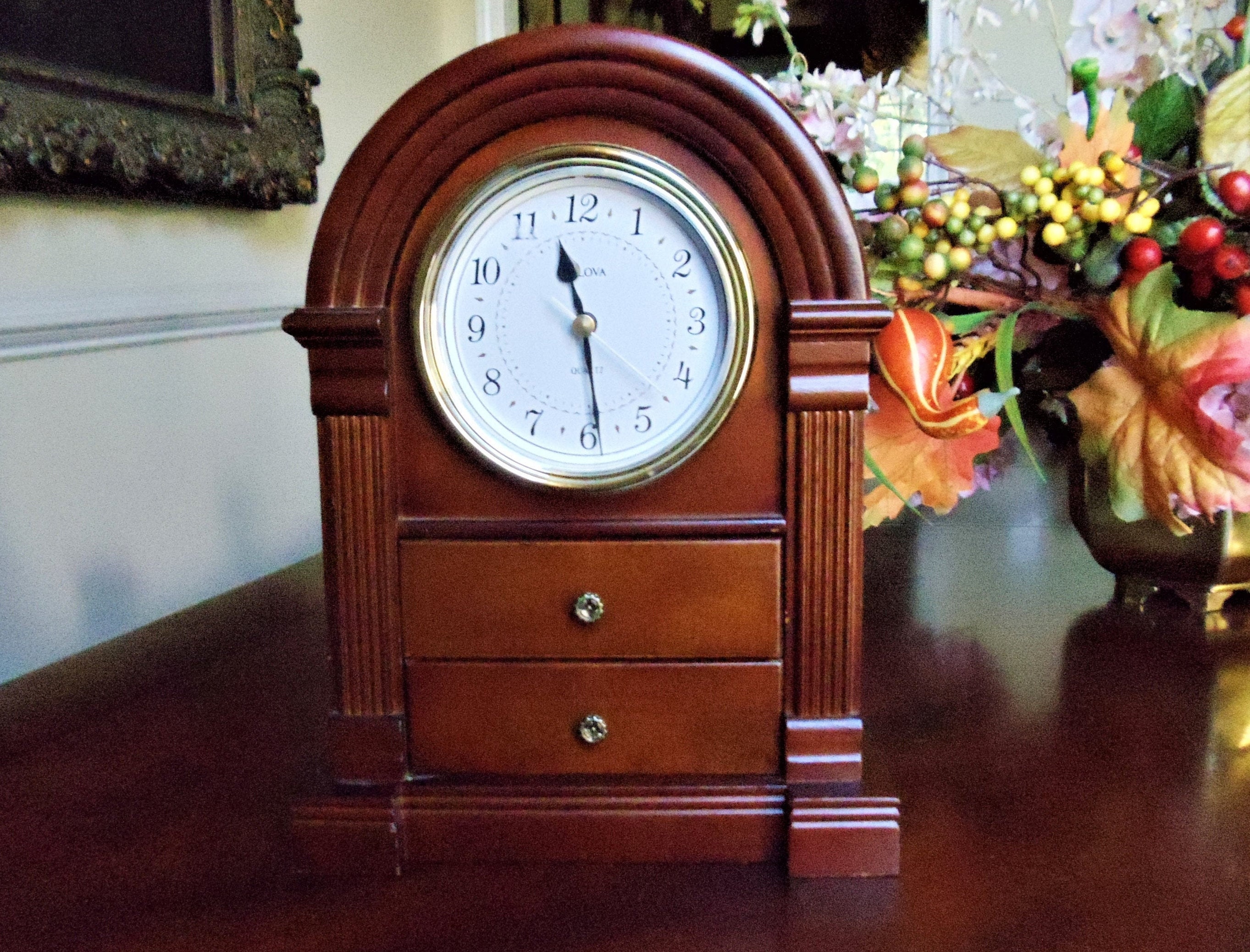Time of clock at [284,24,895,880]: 11:28
